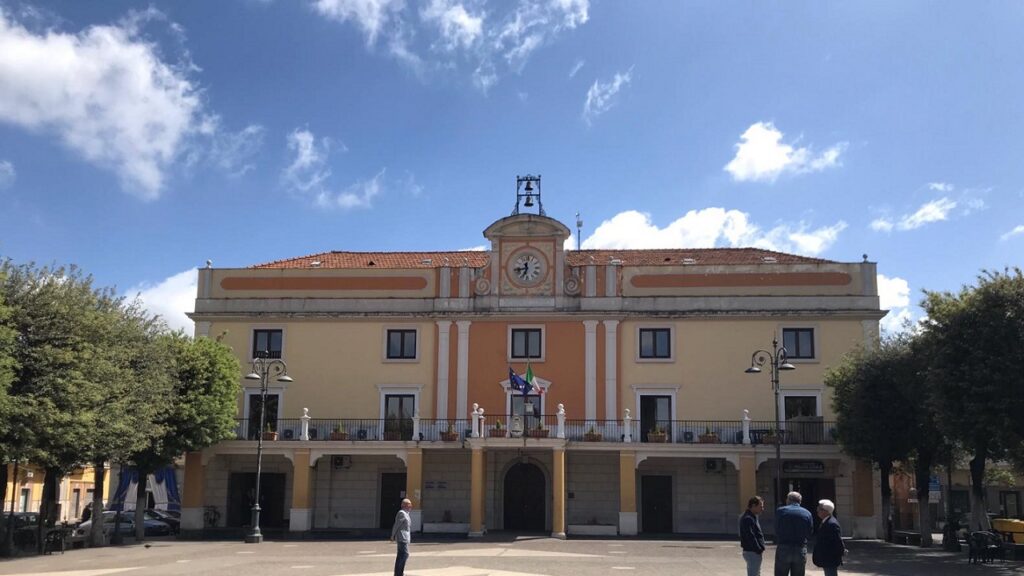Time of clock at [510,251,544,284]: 11:42
